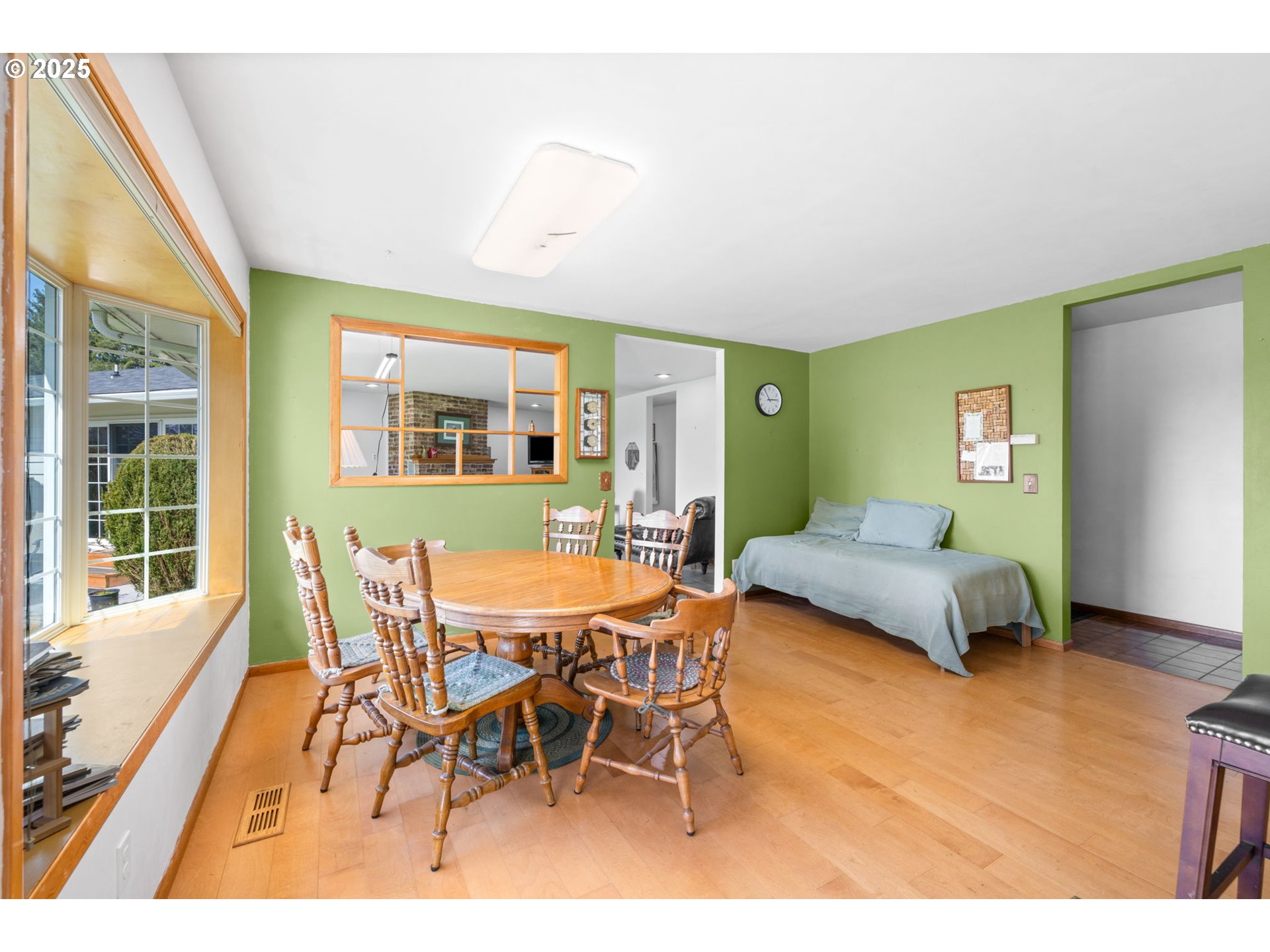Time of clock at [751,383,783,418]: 2:54
